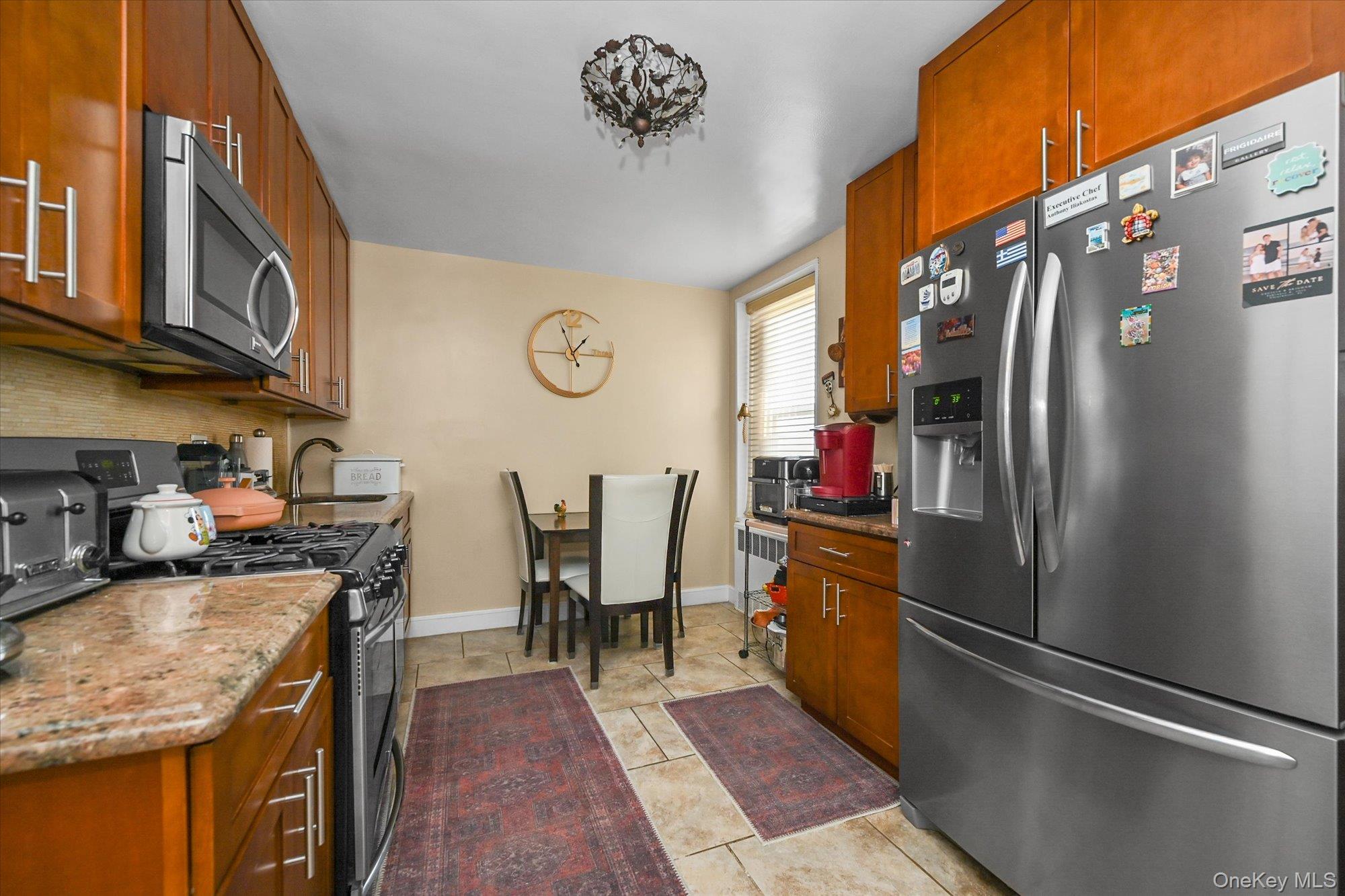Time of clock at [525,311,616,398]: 1:56
